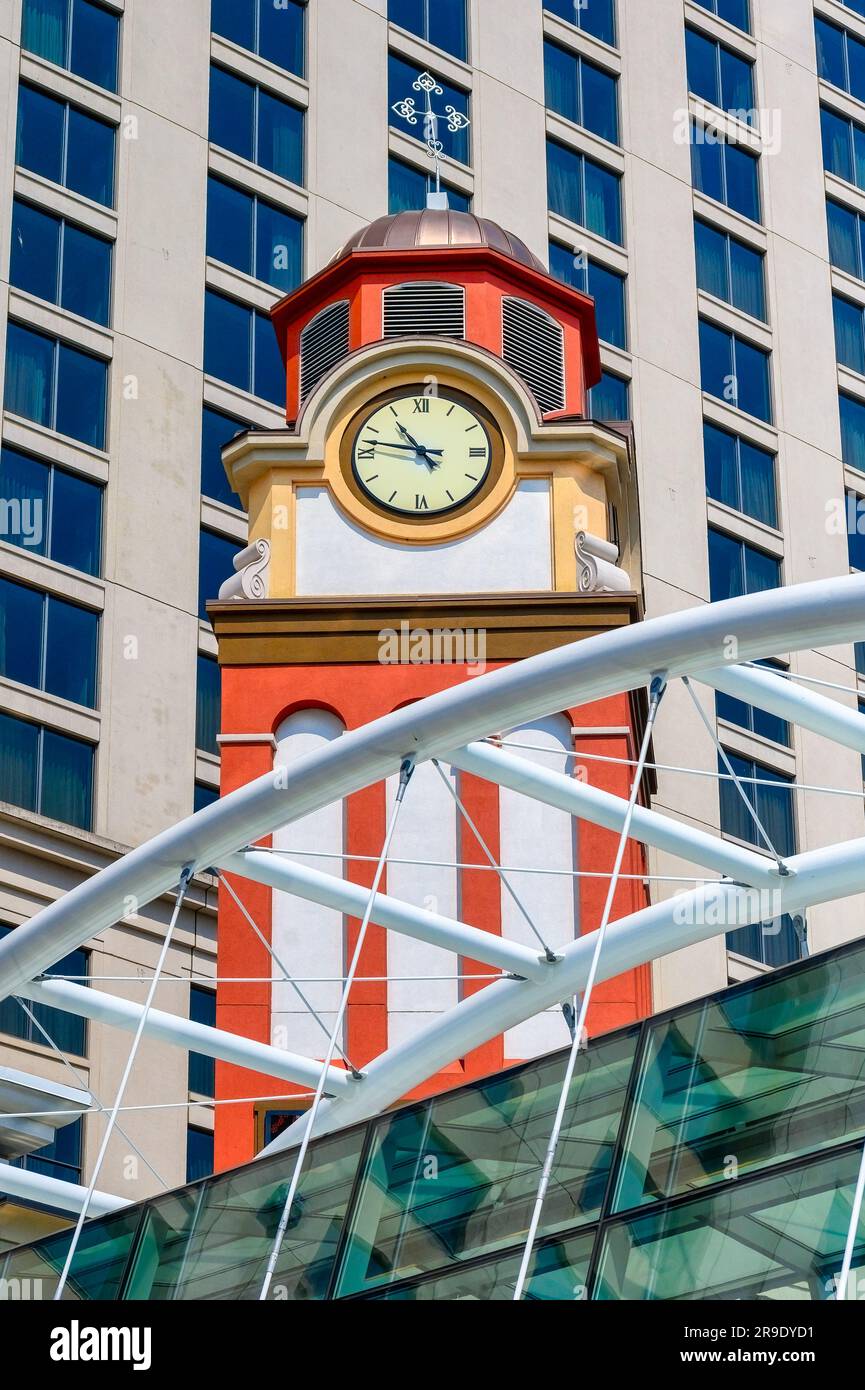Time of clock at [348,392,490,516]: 10:47
